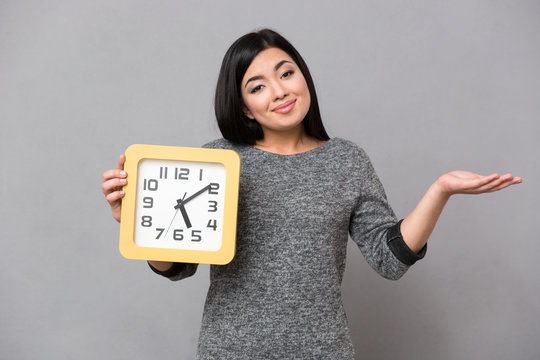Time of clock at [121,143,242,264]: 5:09
